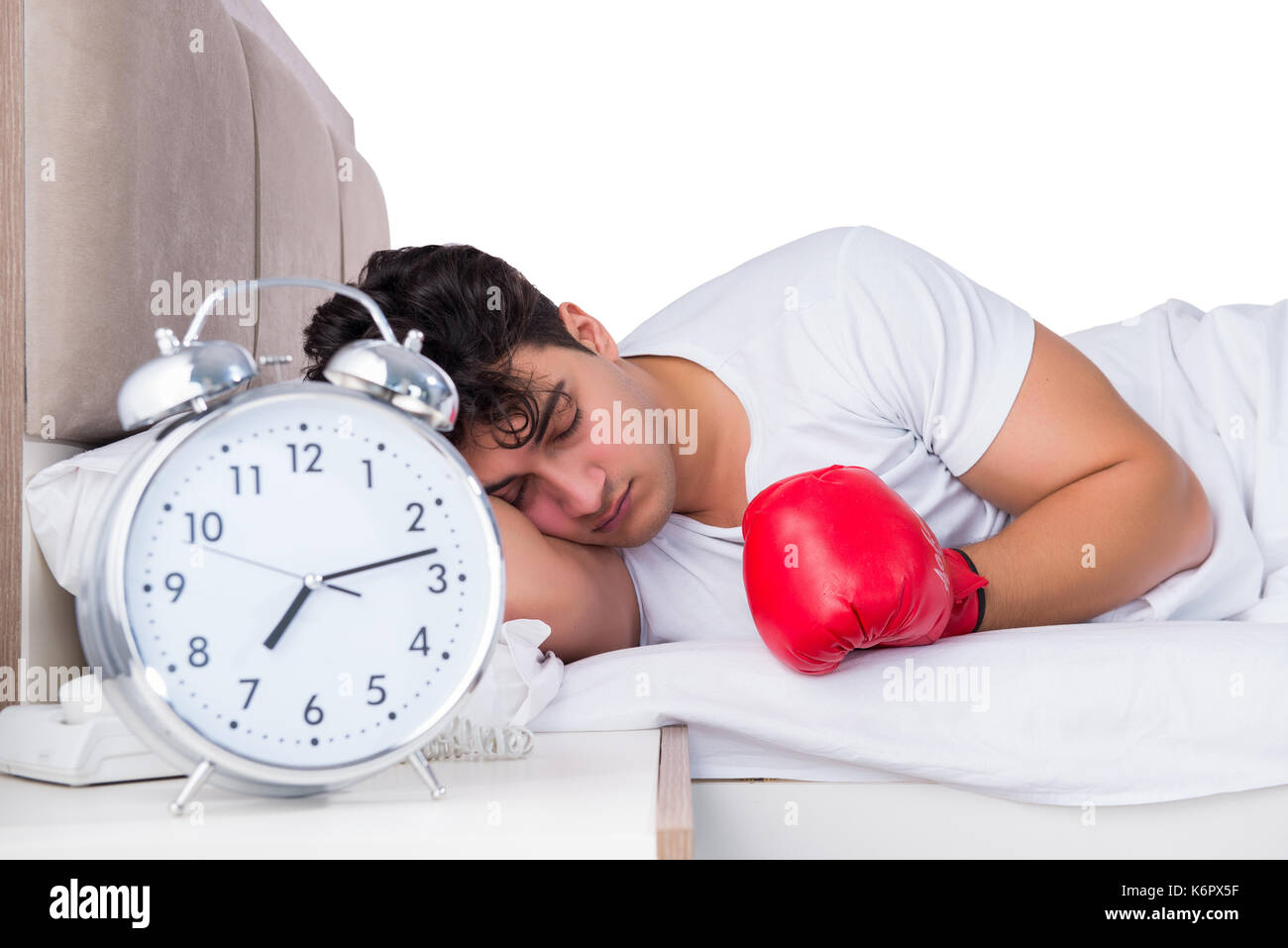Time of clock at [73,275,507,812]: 7:12
